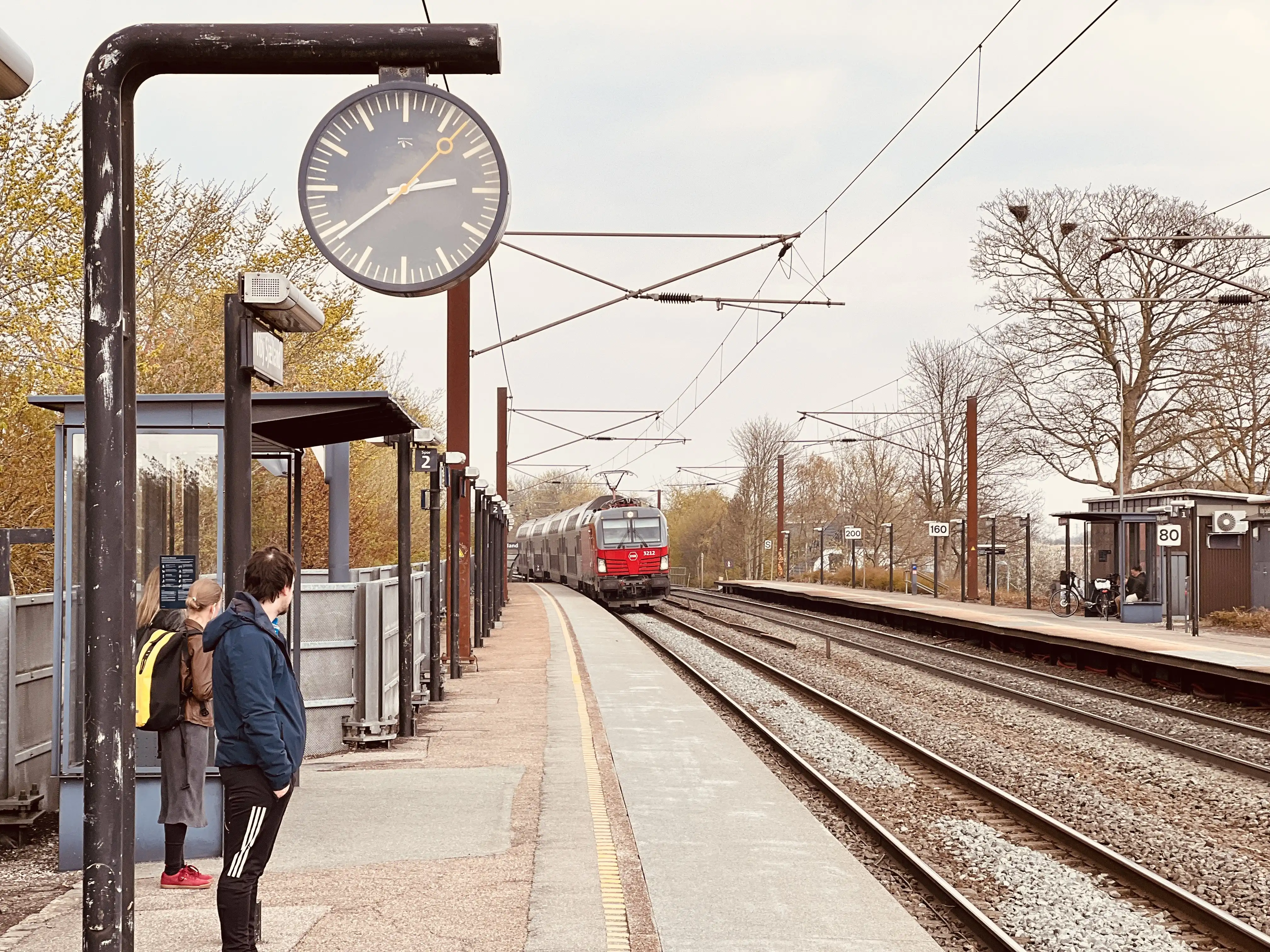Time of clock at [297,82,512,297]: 2:39
